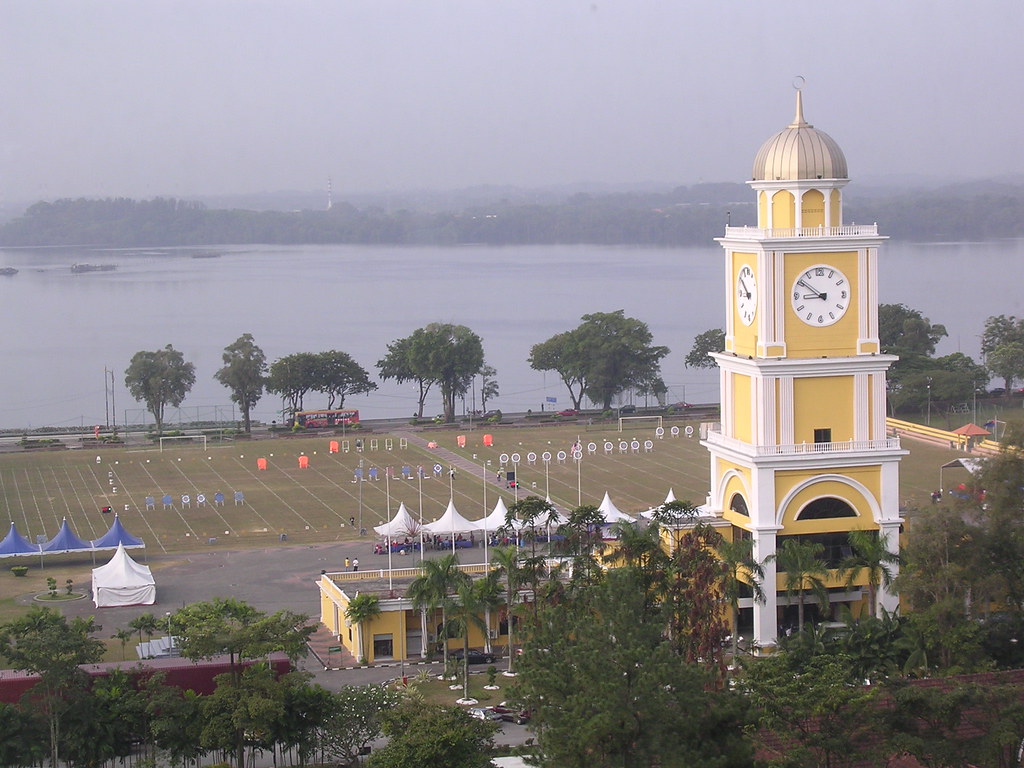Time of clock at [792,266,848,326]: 8:50
